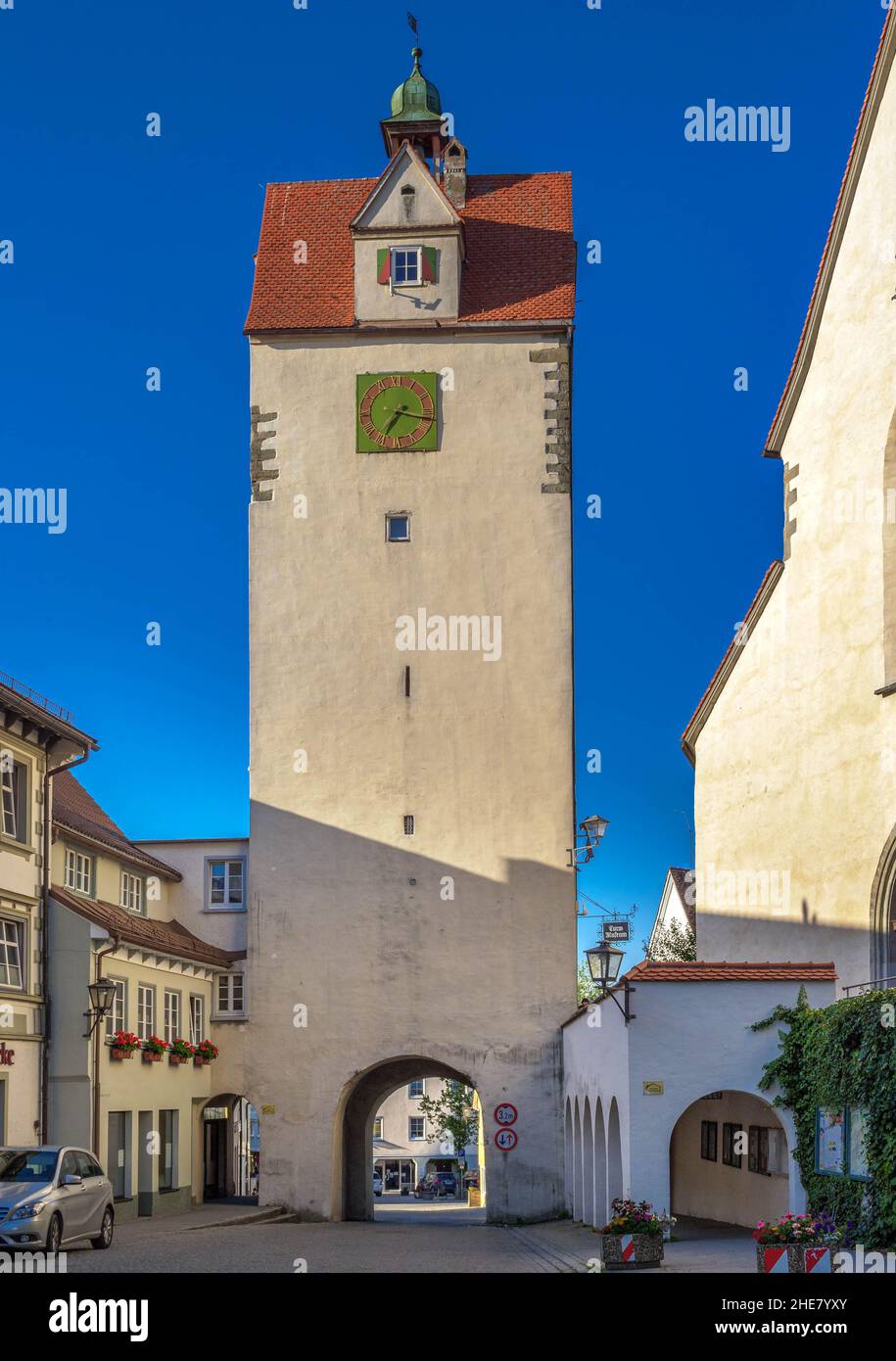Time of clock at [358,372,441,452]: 7:17
